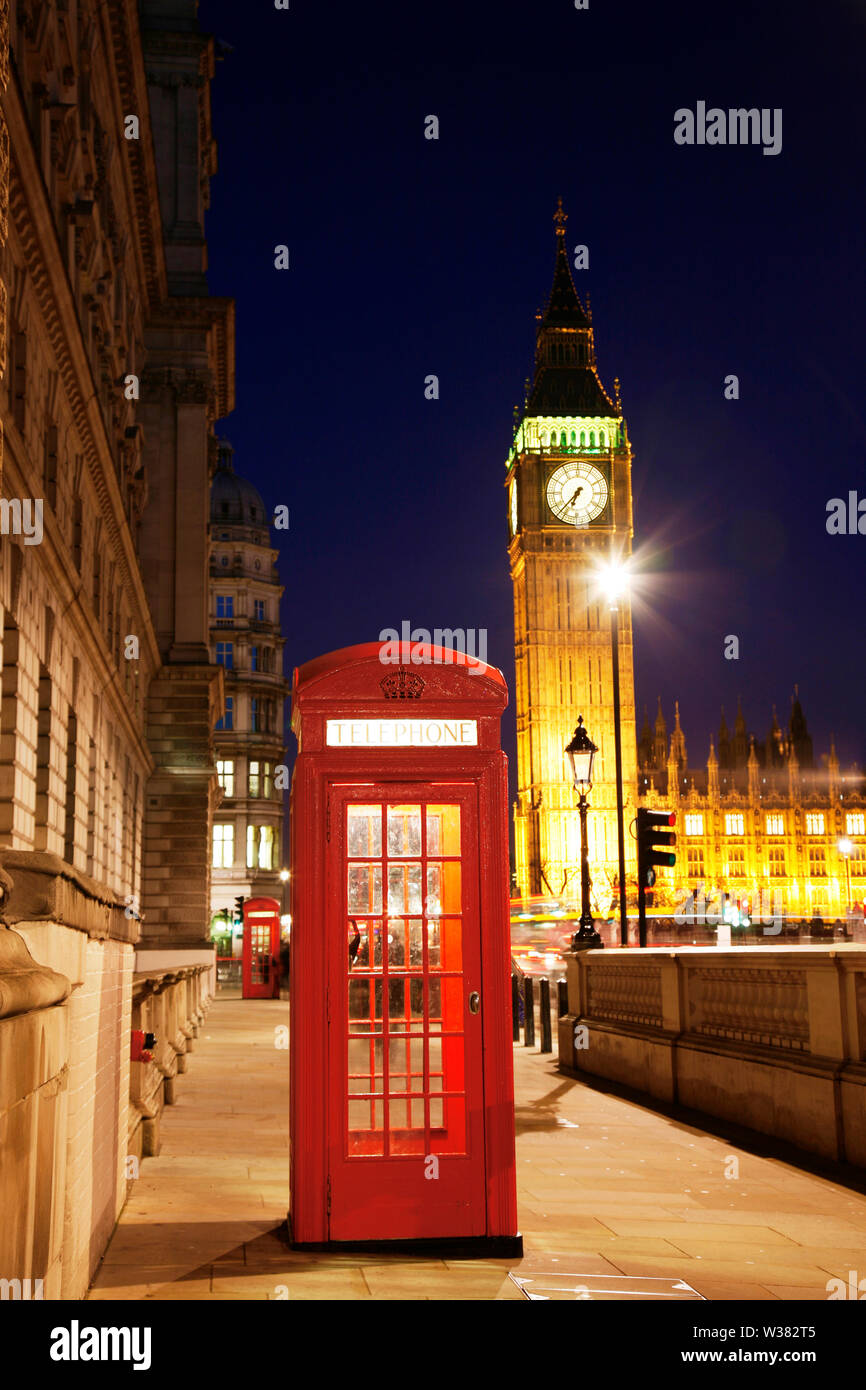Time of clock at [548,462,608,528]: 6:37
